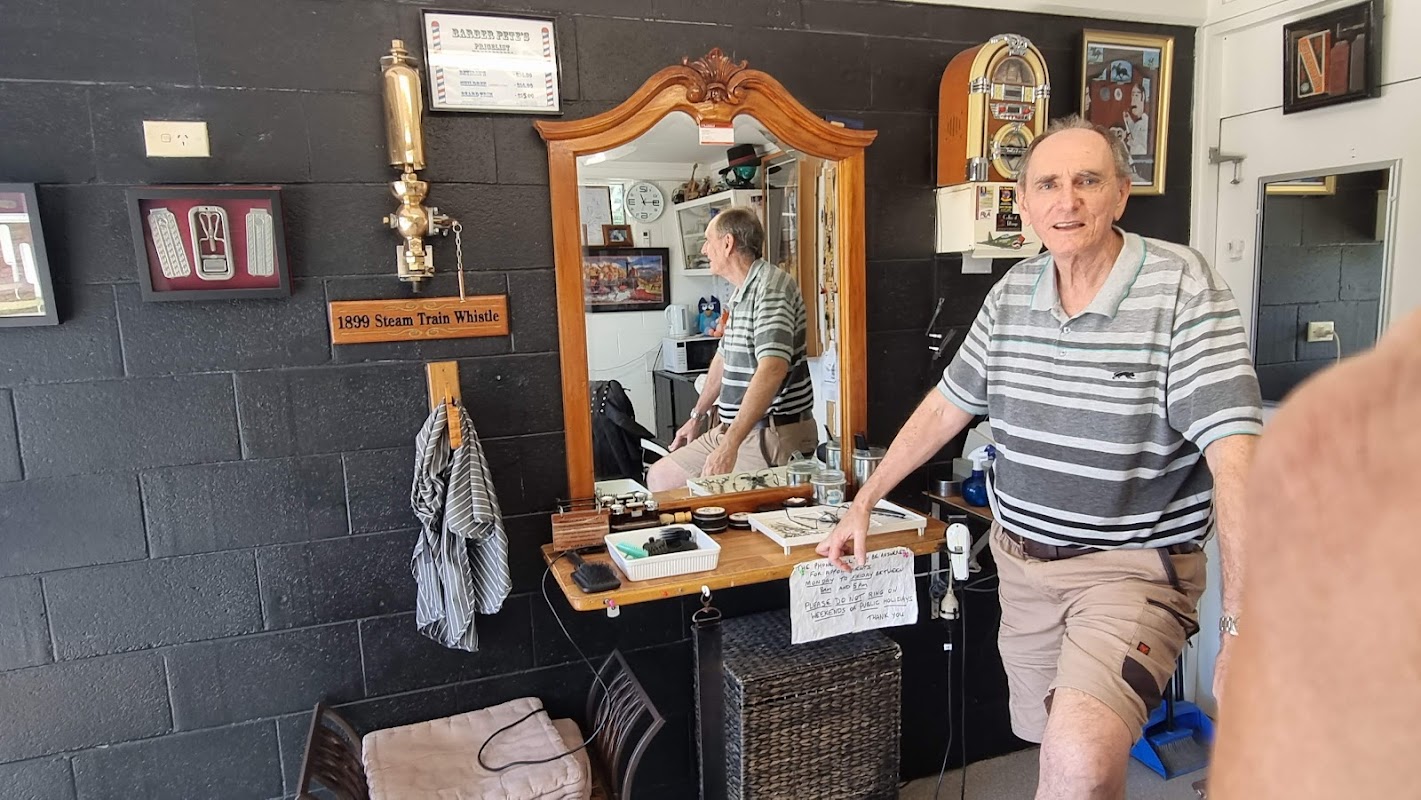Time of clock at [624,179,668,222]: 11:14
